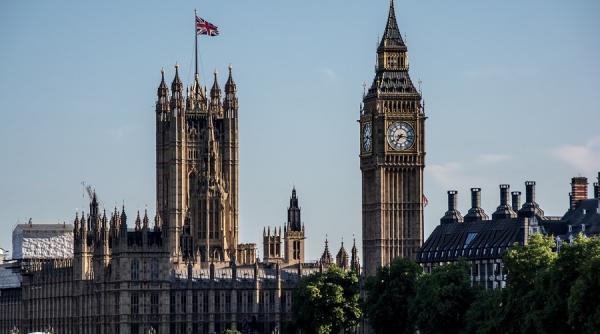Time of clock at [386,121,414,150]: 7:16
